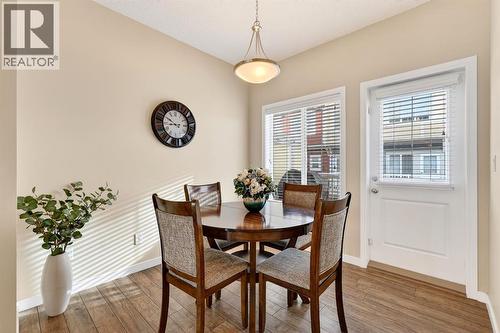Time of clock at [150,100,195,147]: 8:49
